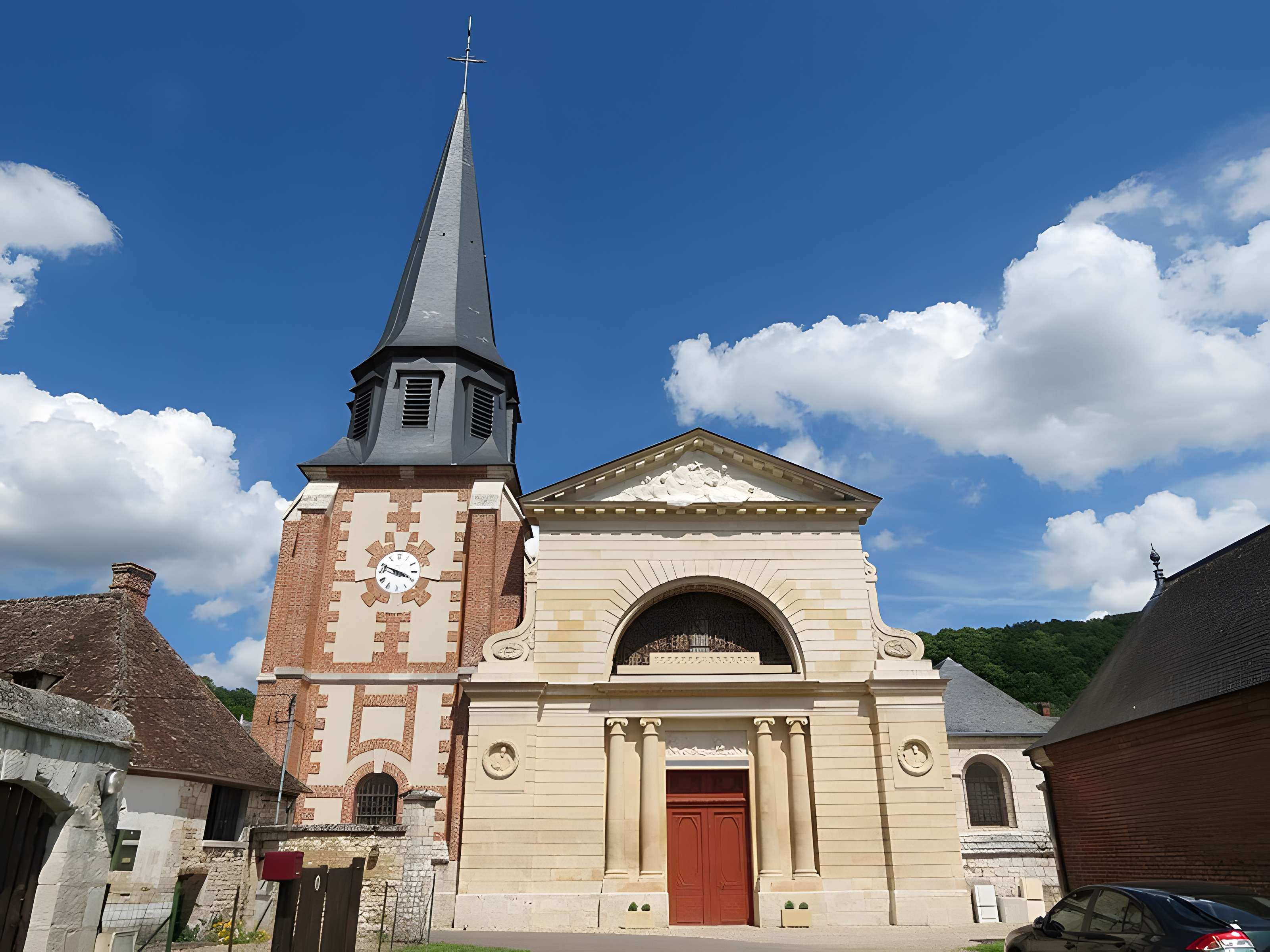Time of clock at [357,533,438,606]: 3:48
